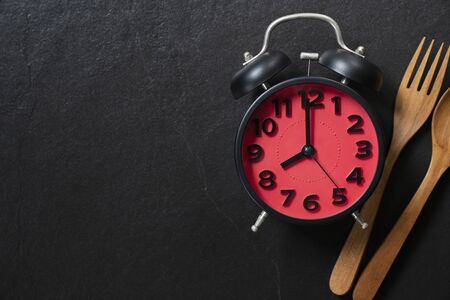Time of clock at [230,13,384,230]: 8:00
